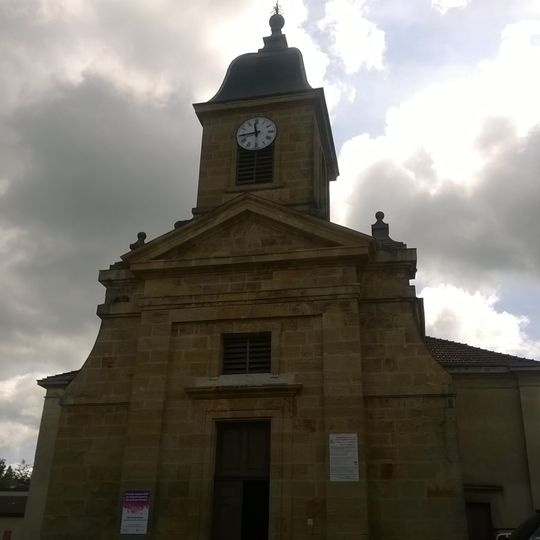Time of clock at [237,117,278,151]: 11:43
